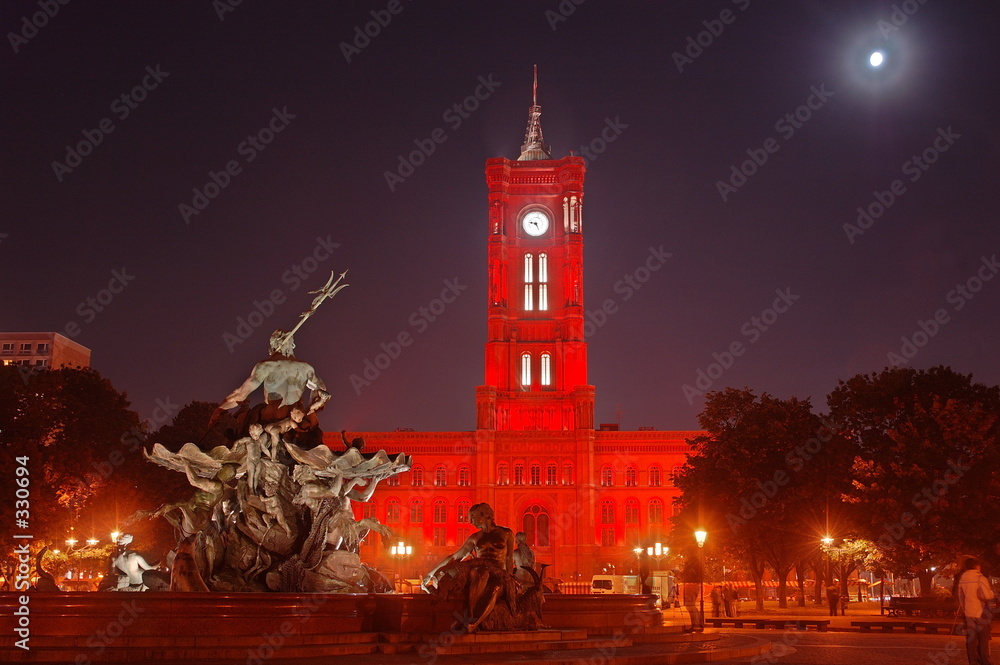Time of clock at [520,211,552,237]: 9:25
